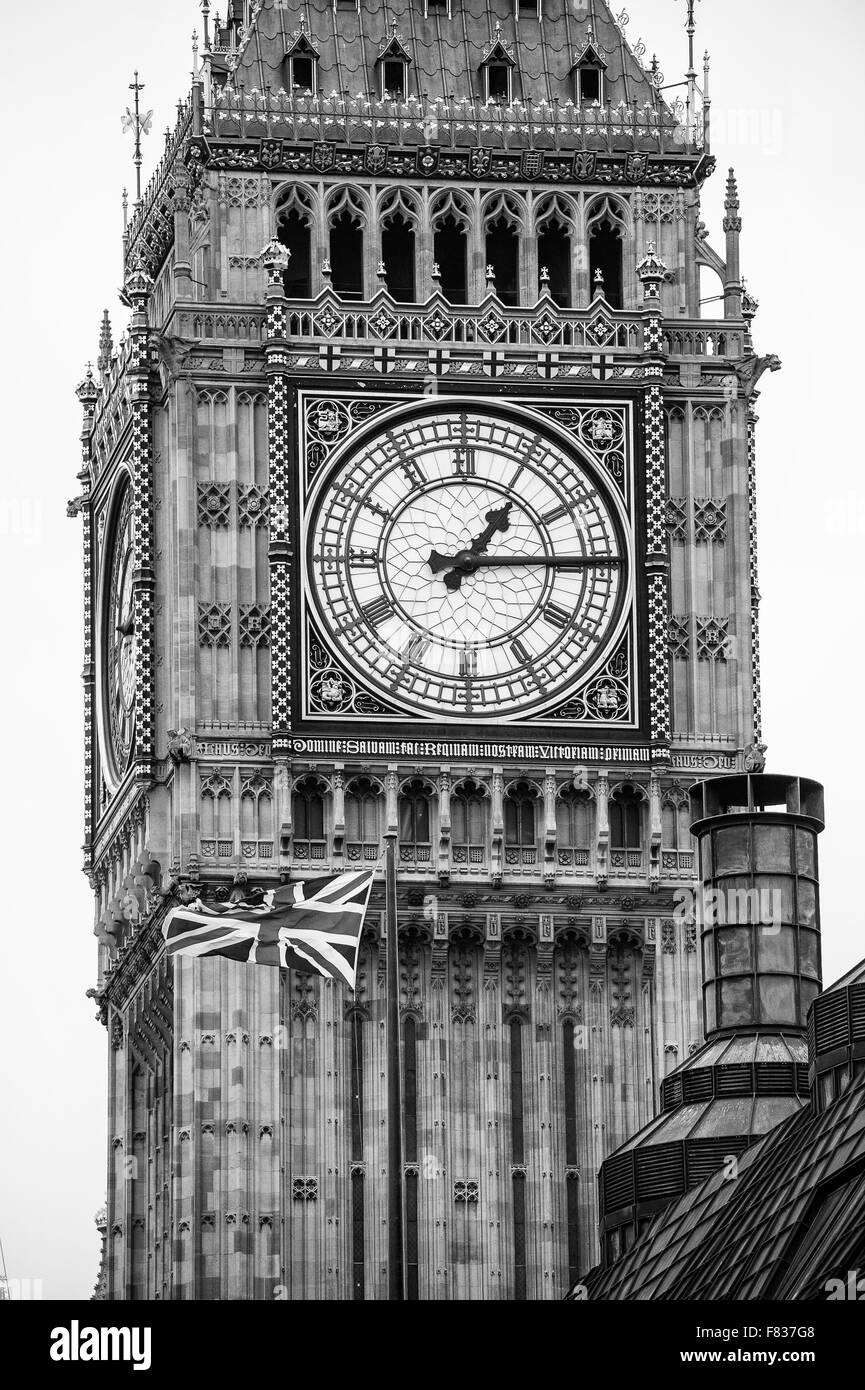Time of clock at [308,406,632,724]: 1:14
